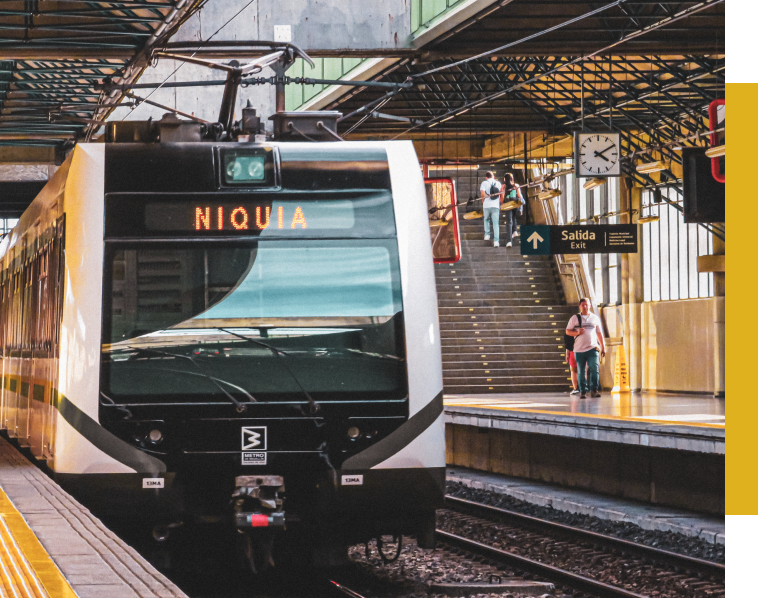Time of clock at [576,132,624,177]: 4:09
